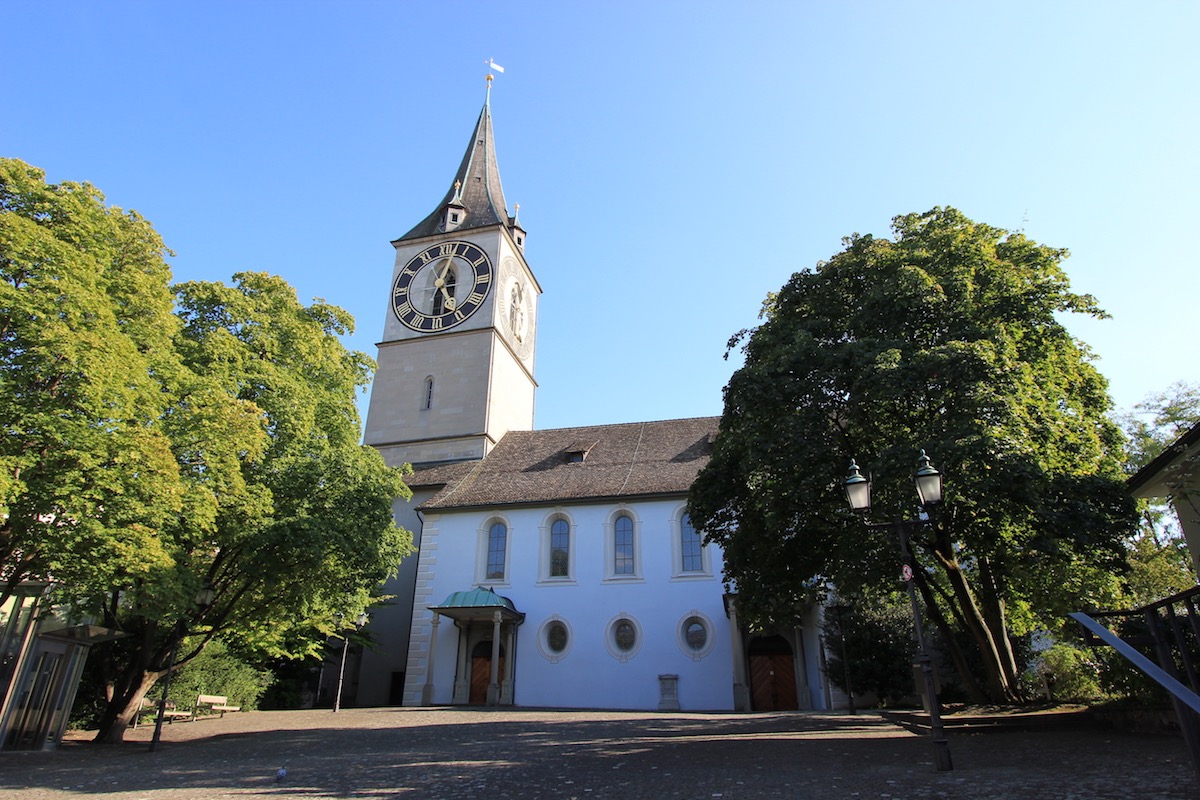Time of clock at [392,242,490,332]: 5:02
